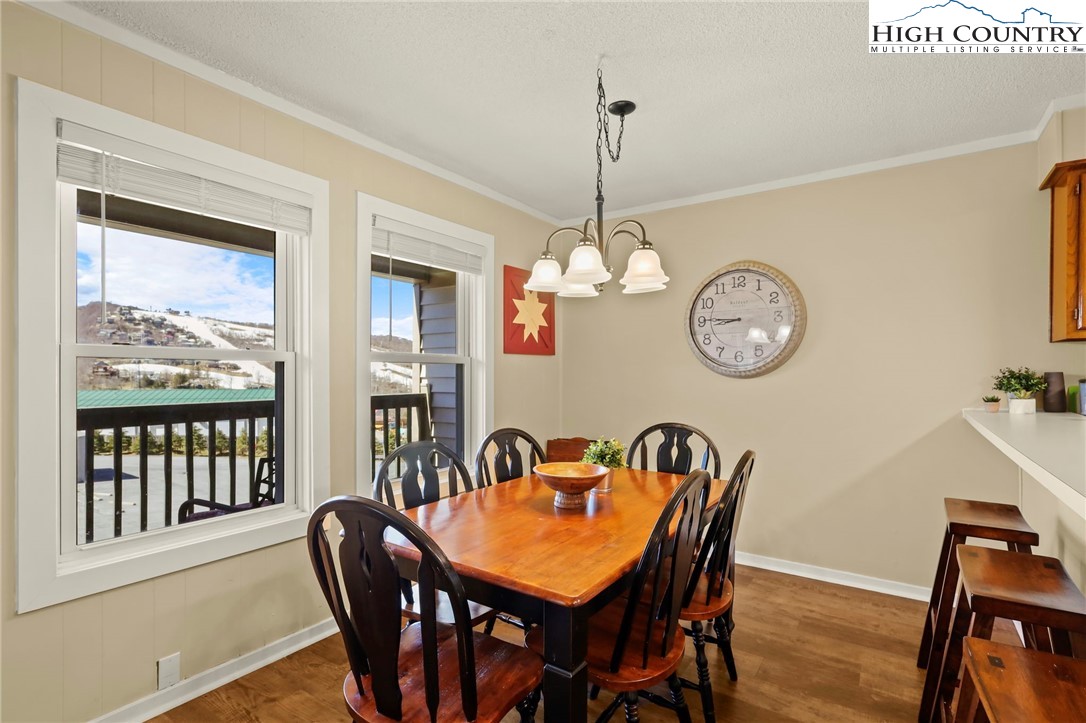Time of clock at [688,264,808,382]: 8:45
